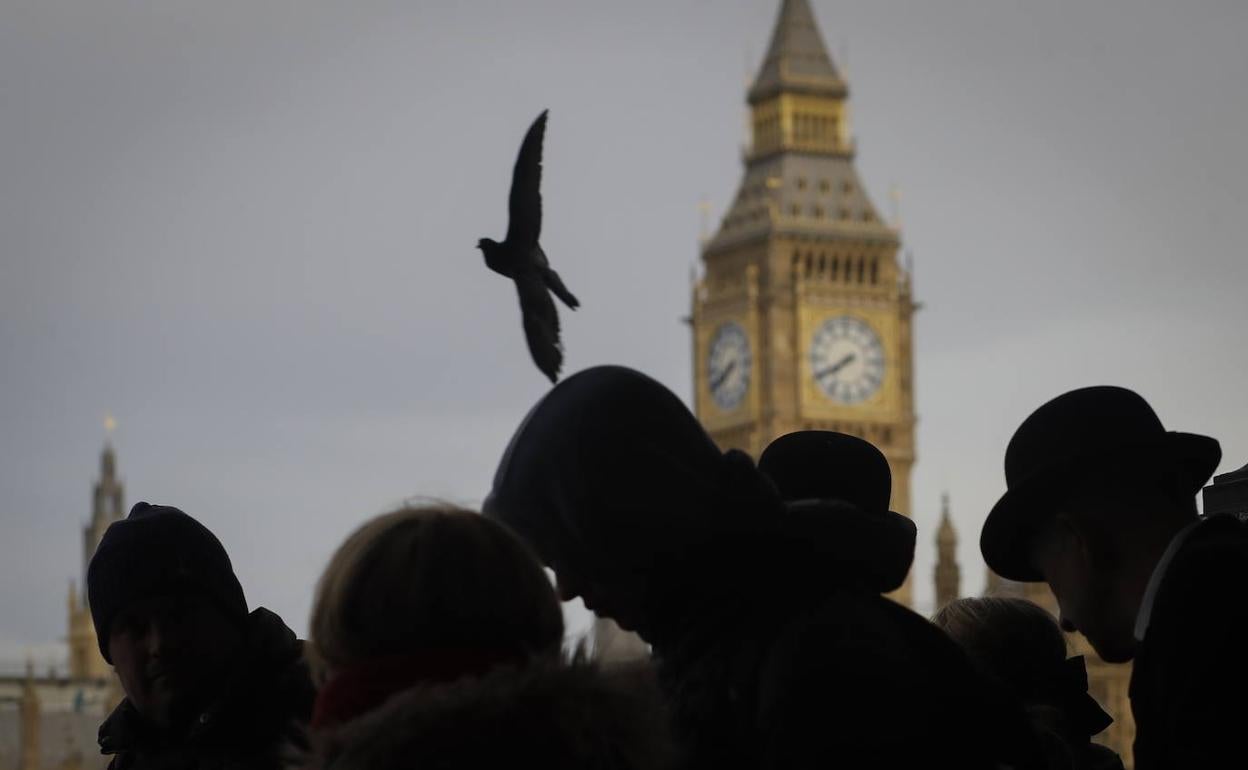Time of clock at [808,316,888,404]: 7:40
